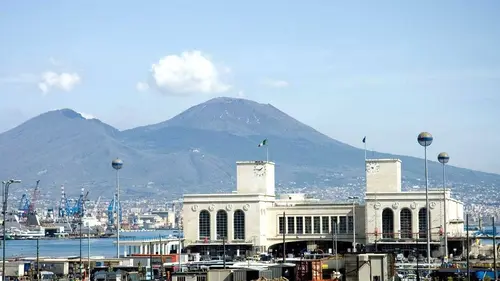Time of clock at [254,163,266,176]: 1:46
